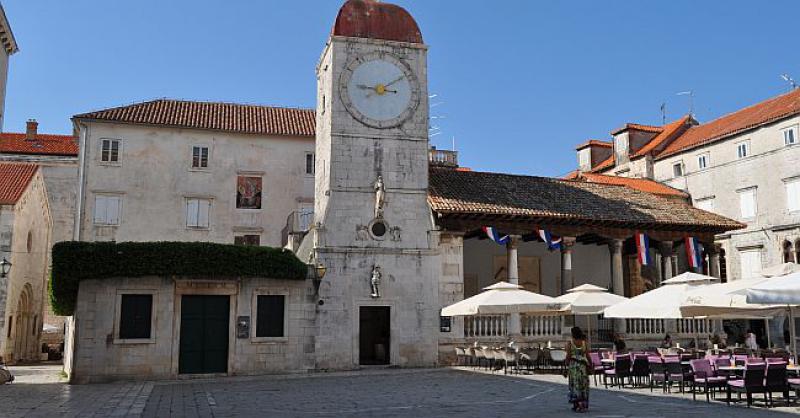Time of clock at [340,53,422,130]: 9:10
